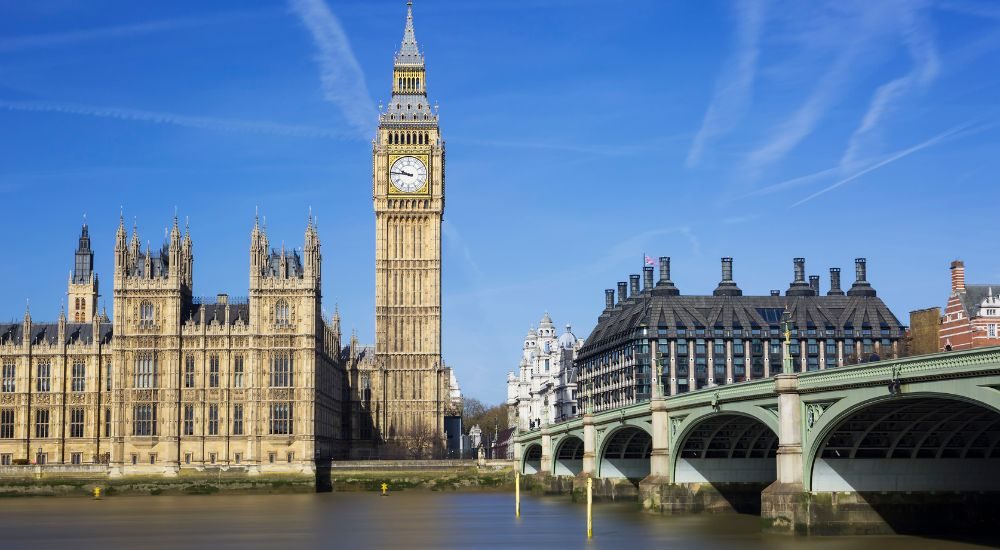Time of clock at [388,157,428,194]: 9:45
